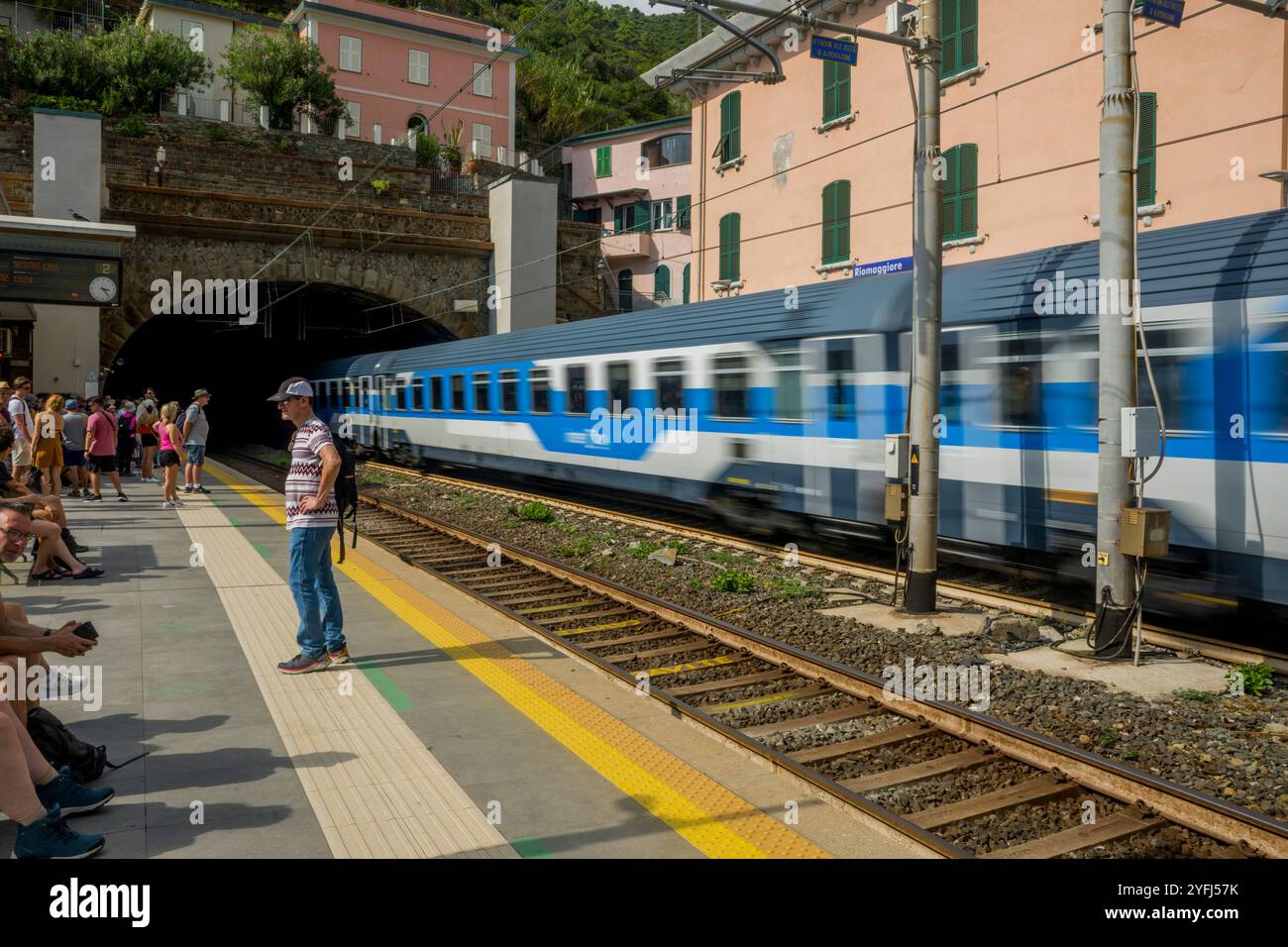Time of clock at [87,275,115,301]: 3:23
